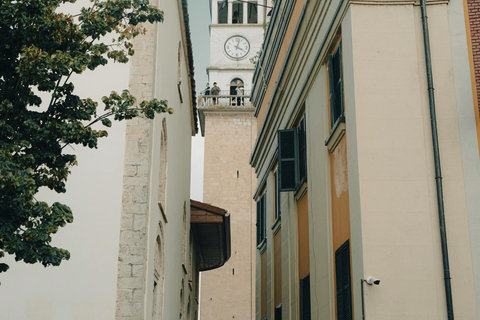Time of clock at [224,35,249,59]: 4:02
